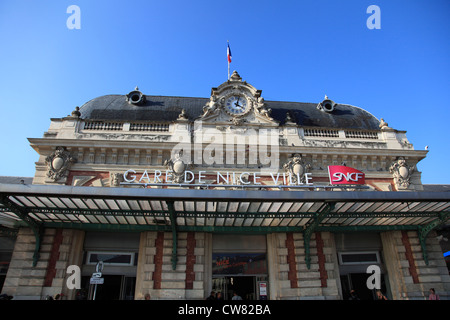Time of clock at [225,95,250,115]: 4:02
